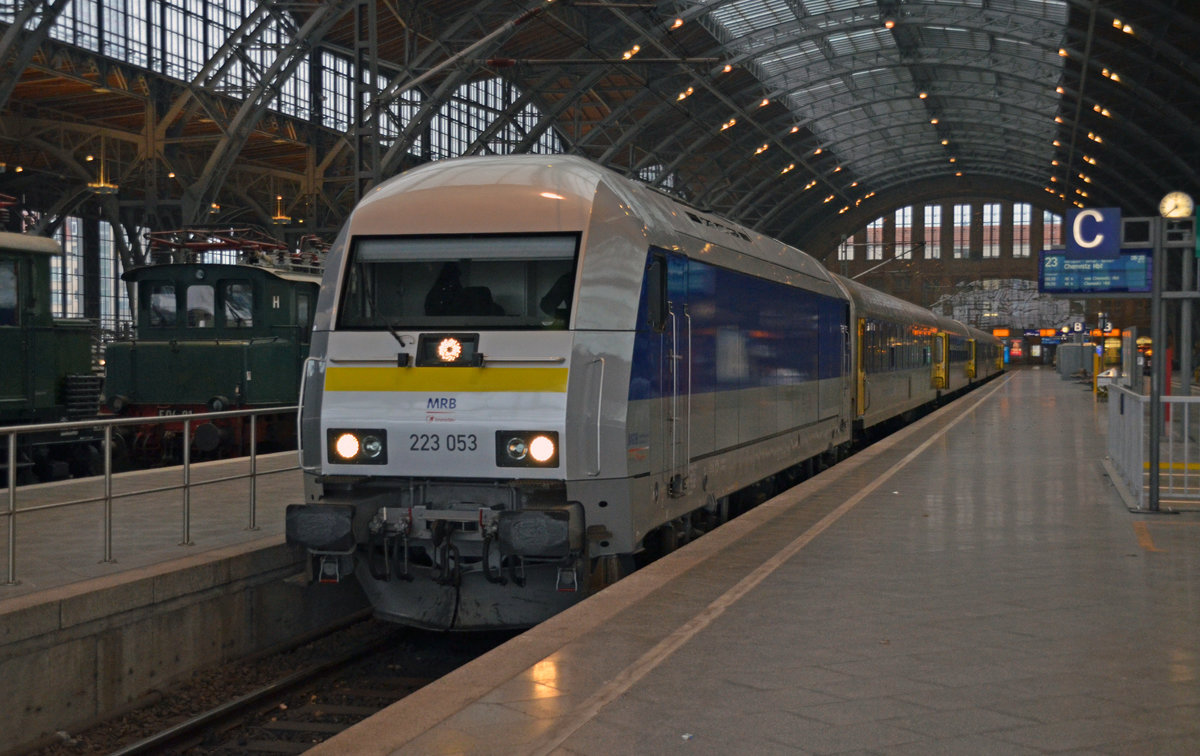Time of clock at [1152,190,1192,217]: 2:38
